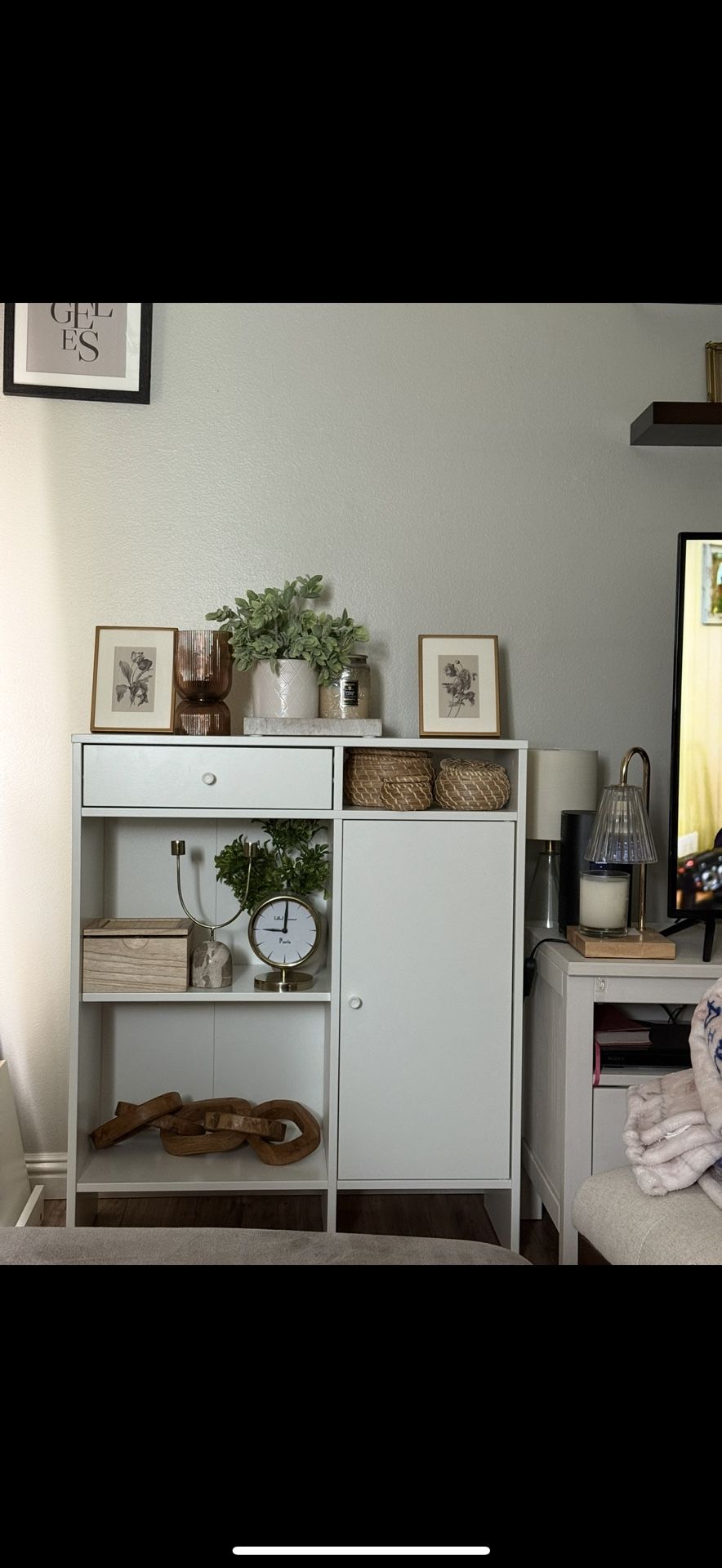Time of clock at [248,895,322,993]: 9:00
